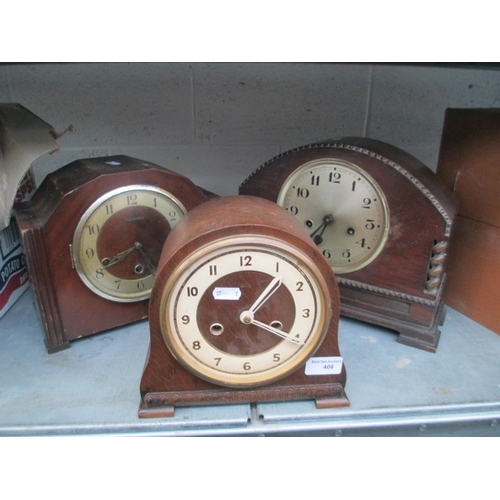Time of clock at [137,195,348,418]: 1:20
